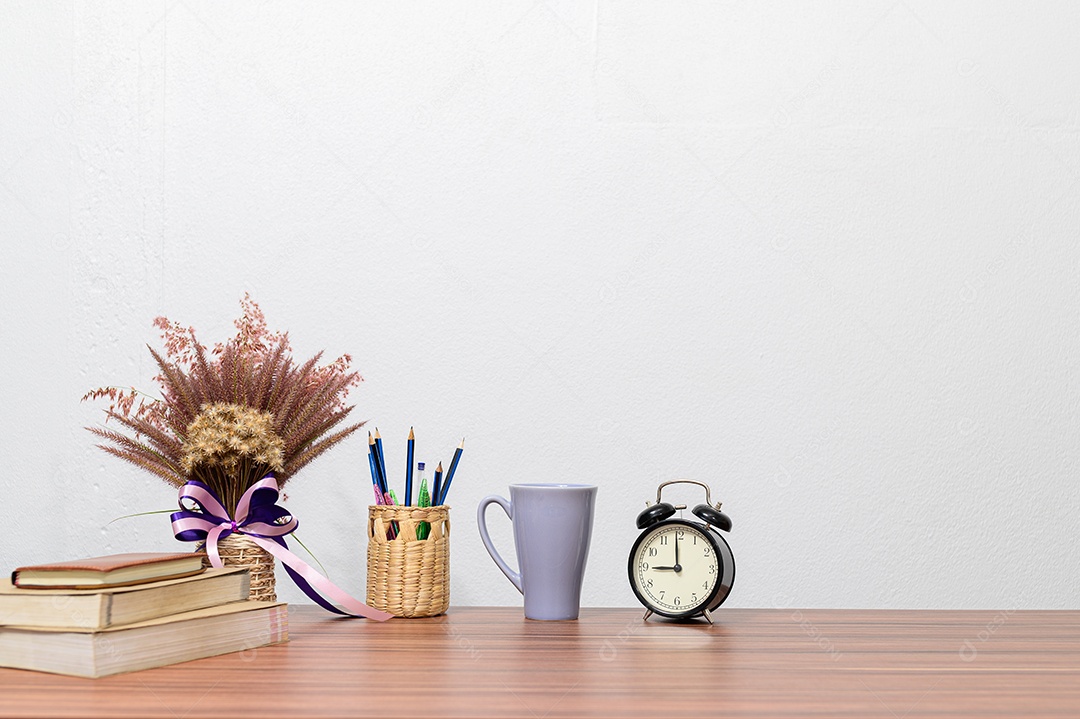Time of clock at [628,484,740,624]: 8:59
